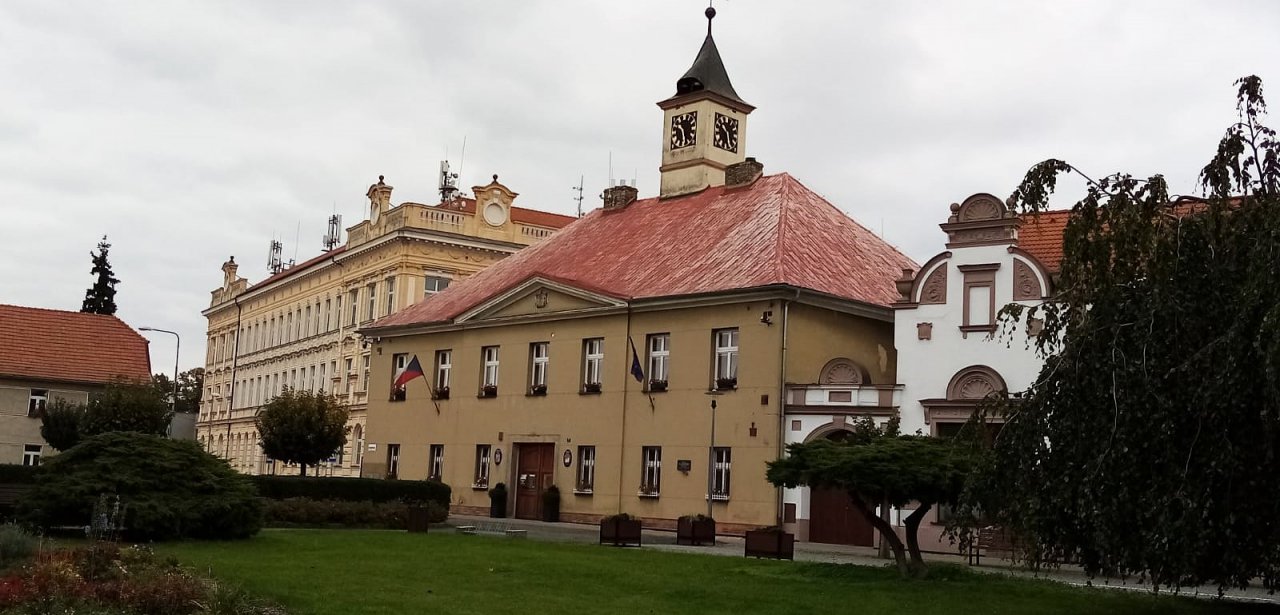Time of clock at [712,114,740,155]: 10:26
